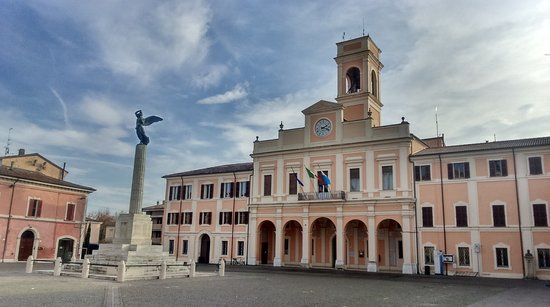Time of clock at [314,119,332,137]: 2:18
